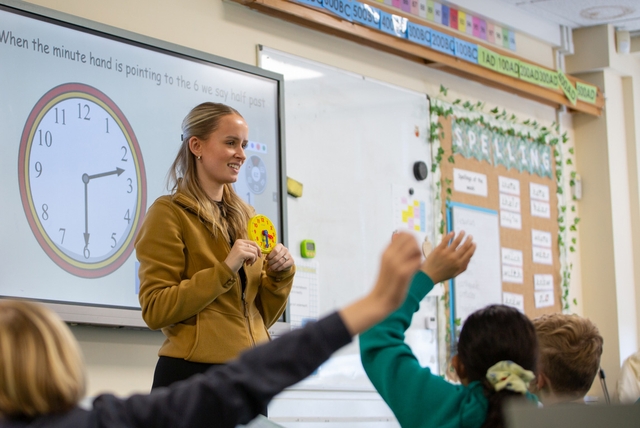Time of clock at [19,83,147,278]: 2:30
